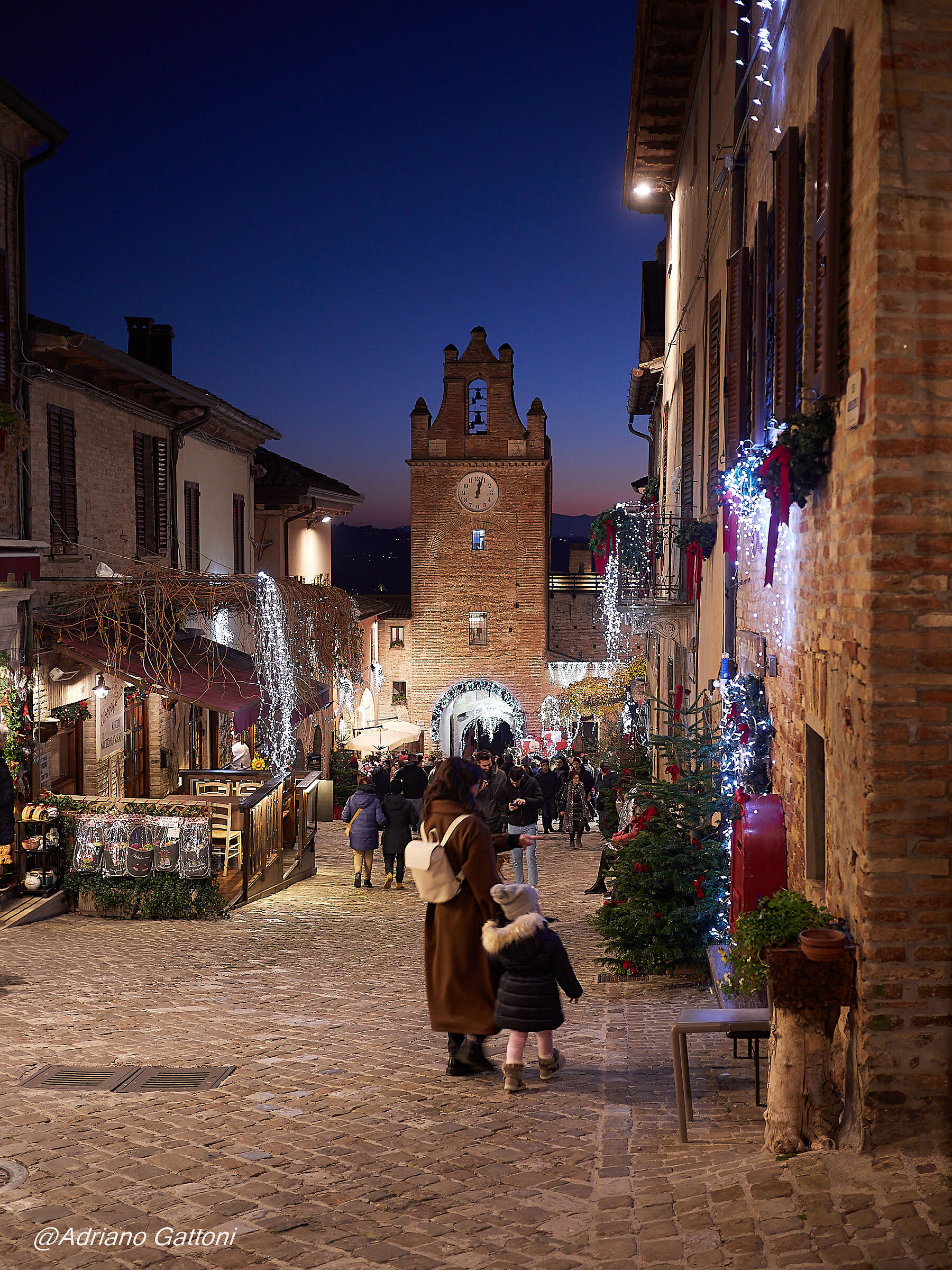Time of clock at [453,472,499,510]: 12:02
